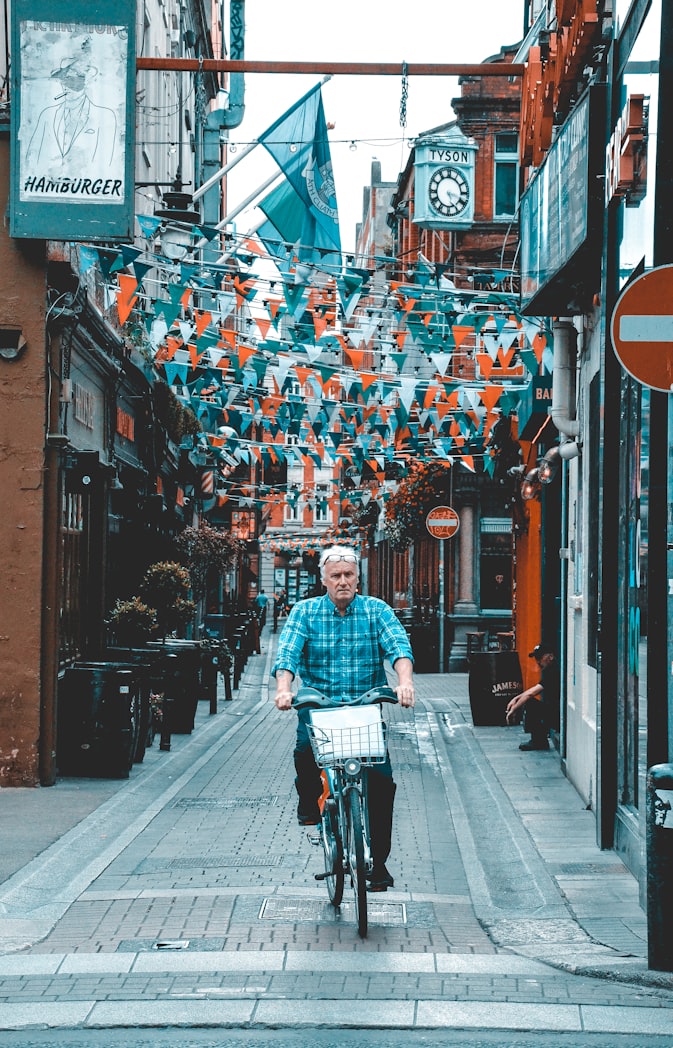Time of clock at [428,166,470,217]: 5:17
